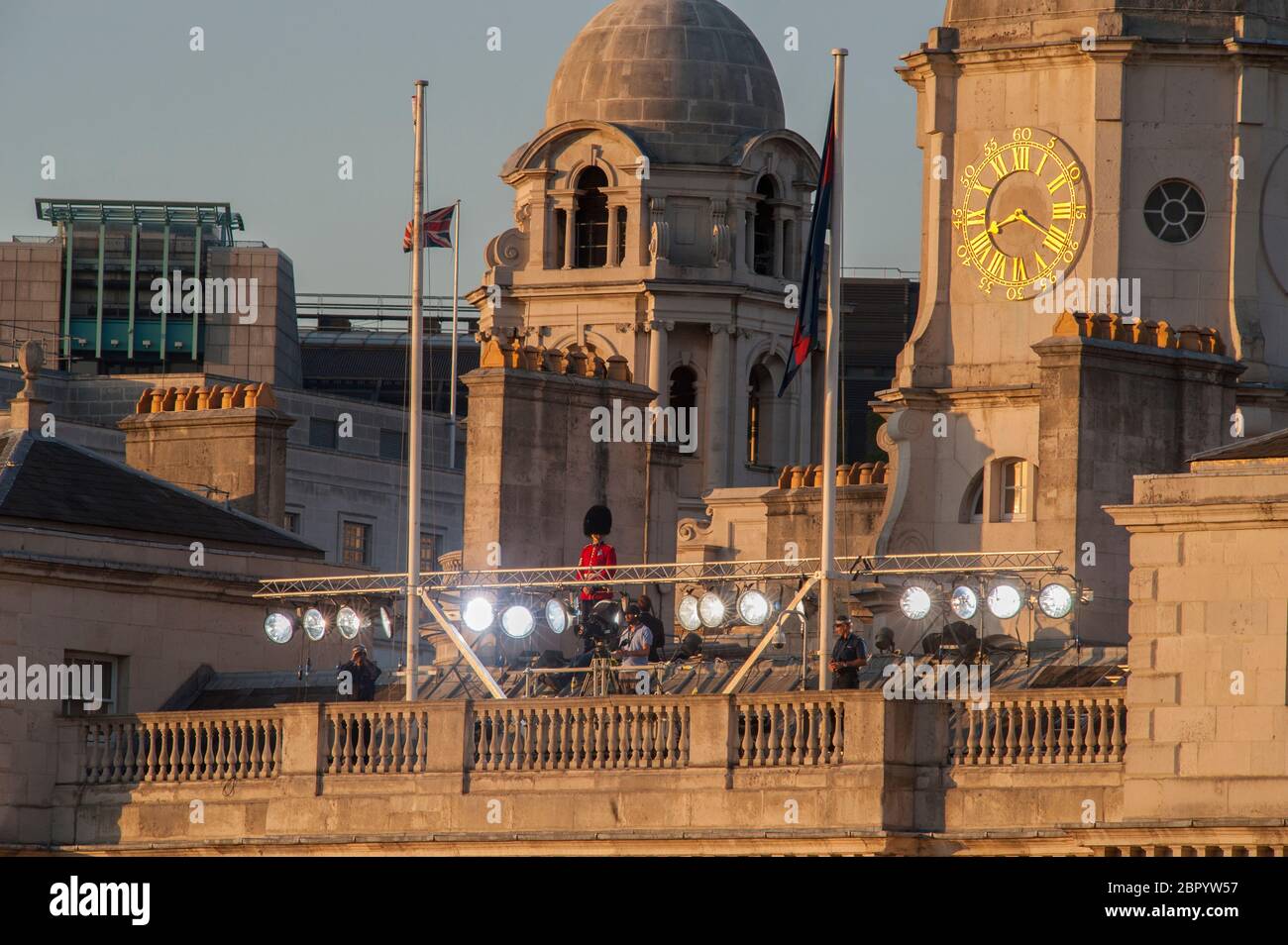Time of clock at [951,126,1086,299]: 8:18
